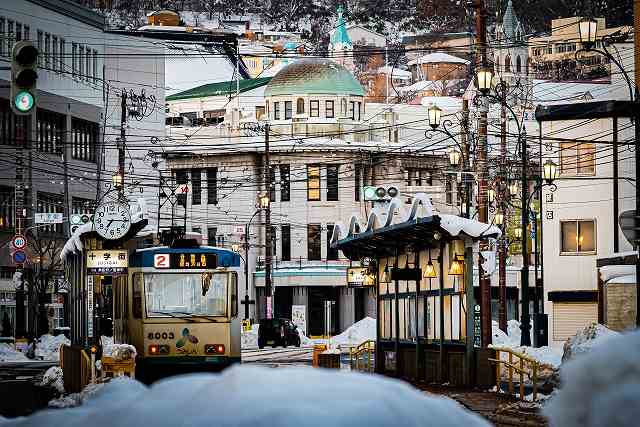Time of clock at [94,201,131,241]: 7:15
